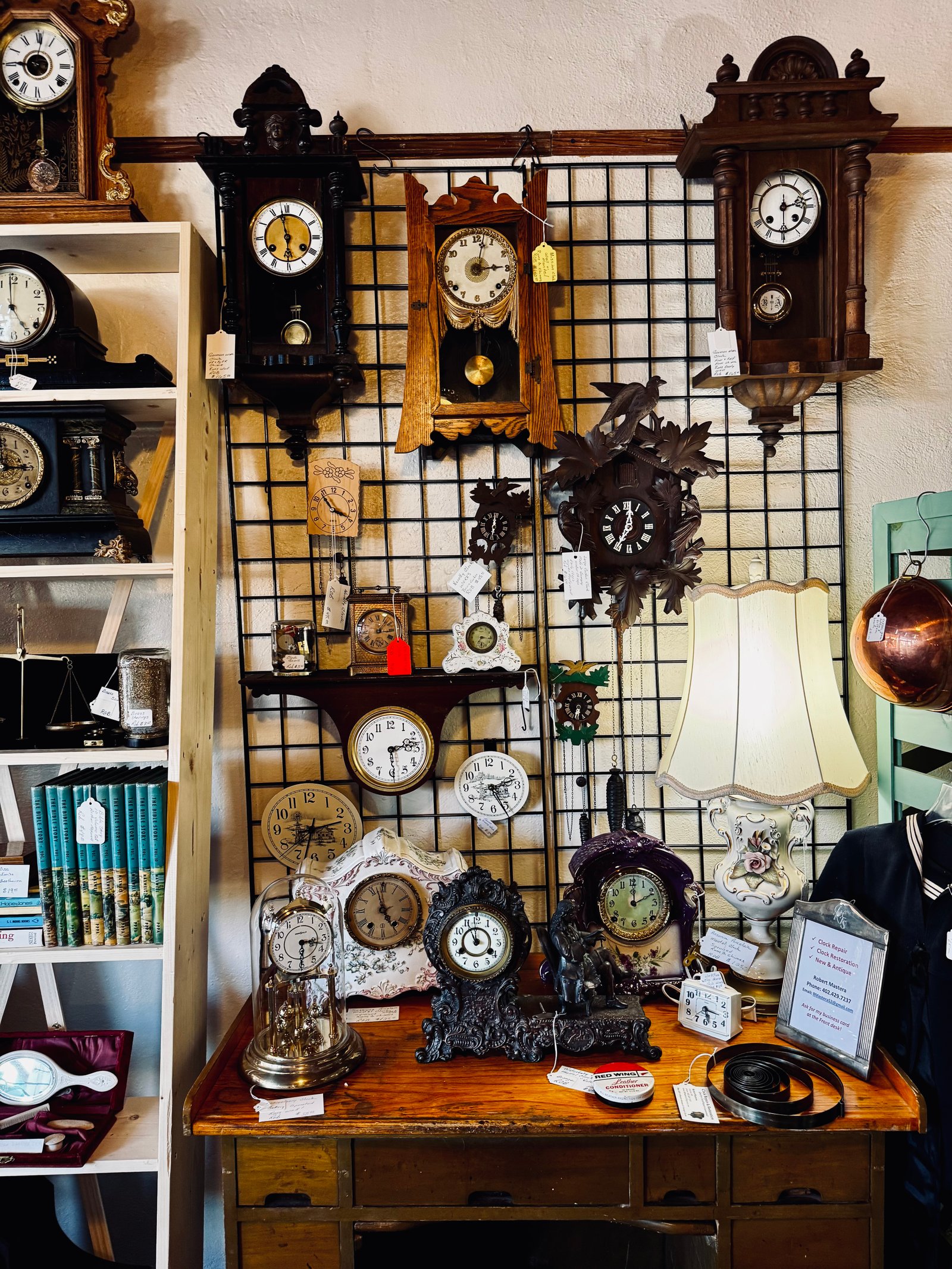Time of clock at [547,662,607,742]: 12:14
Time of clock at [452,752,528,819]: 2:26
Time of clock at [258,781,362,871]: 2:32
